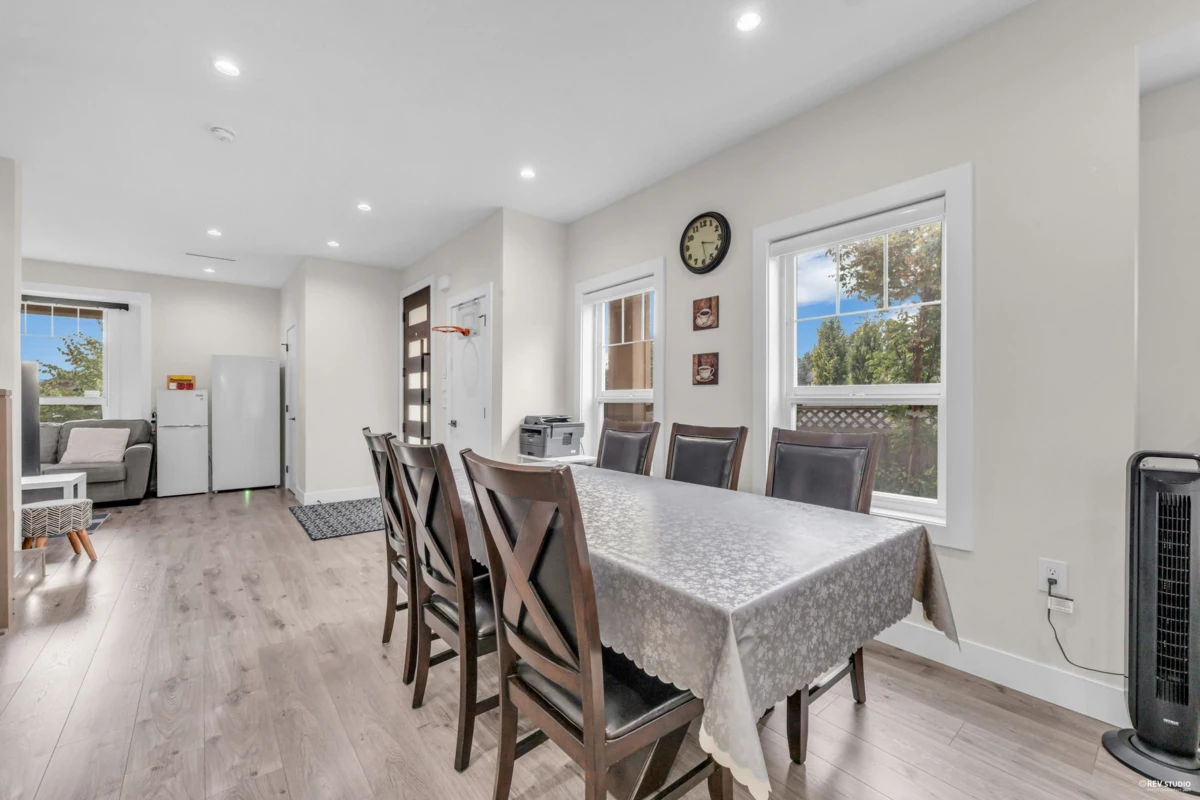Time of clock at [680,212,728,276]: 3:28
